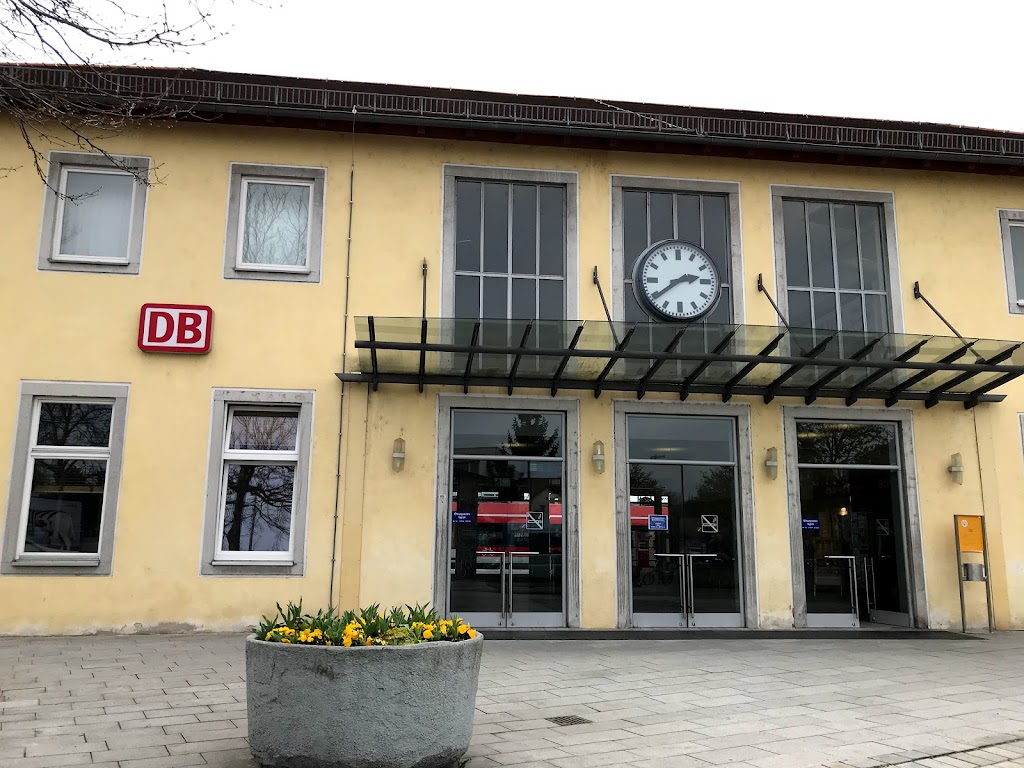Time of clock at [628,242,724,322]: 2:39
